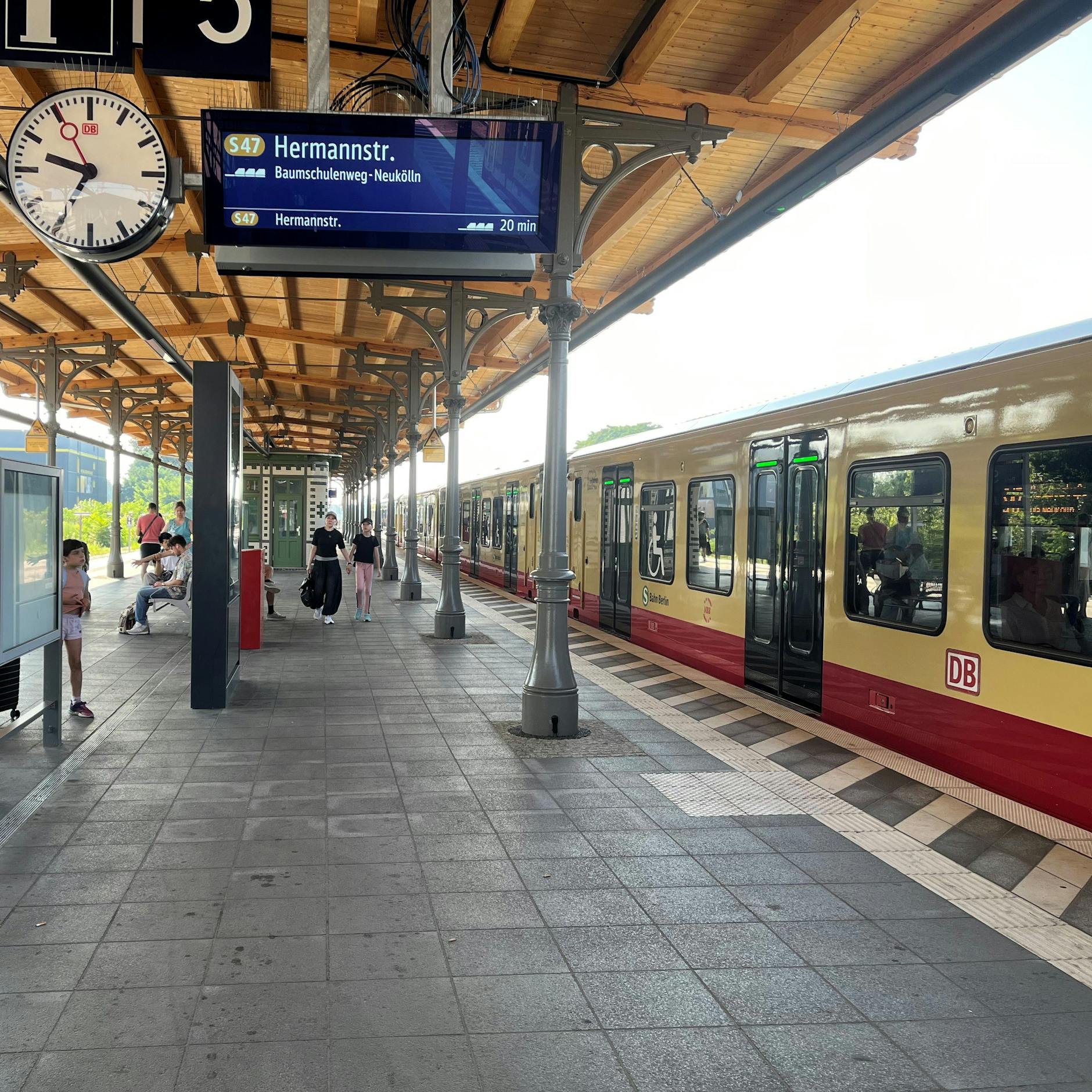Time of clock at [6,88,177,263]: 9:34
